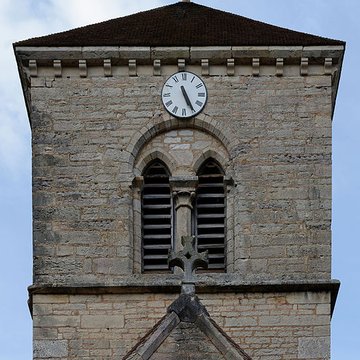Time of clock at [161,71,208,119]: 11:25
